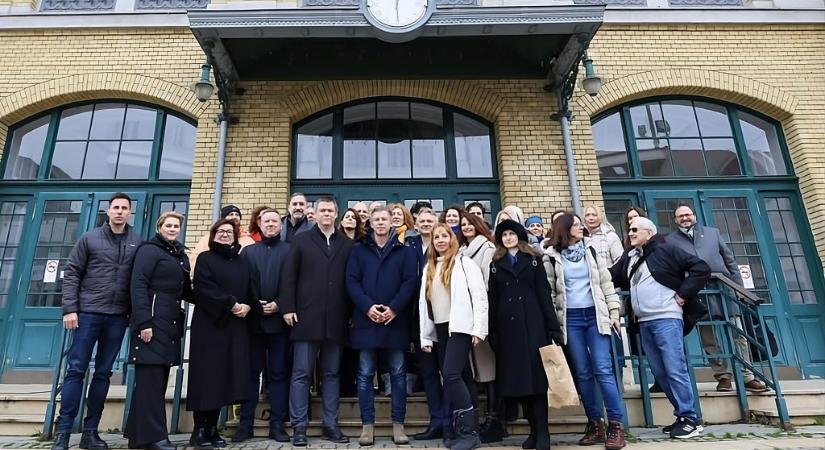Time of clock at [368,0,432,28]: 12:29
